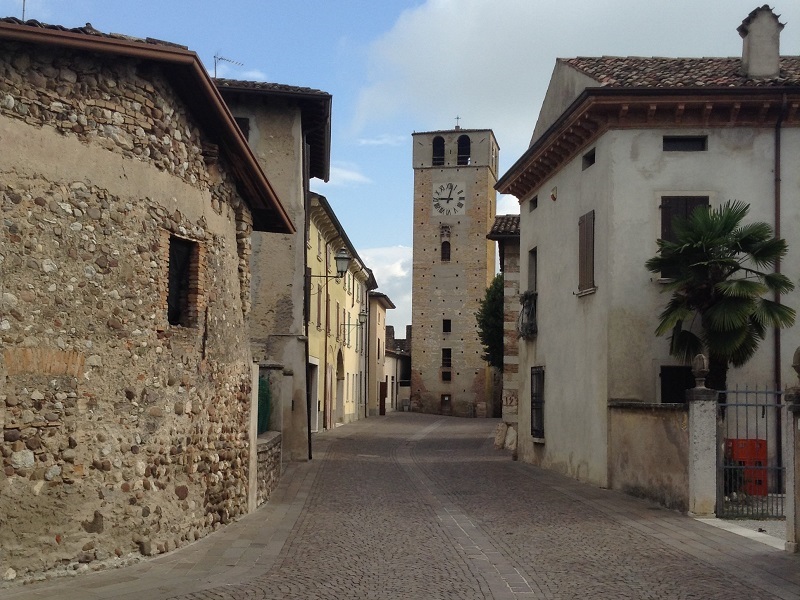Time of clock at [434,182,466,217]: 9:02
